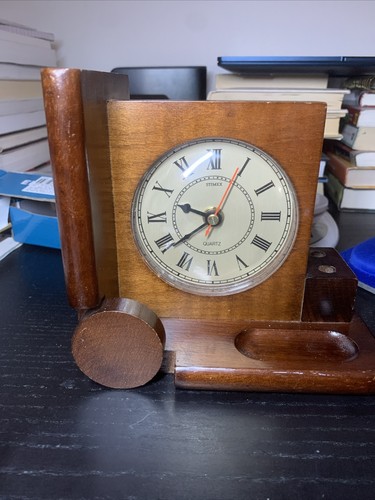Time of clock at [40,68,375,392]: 9:39
